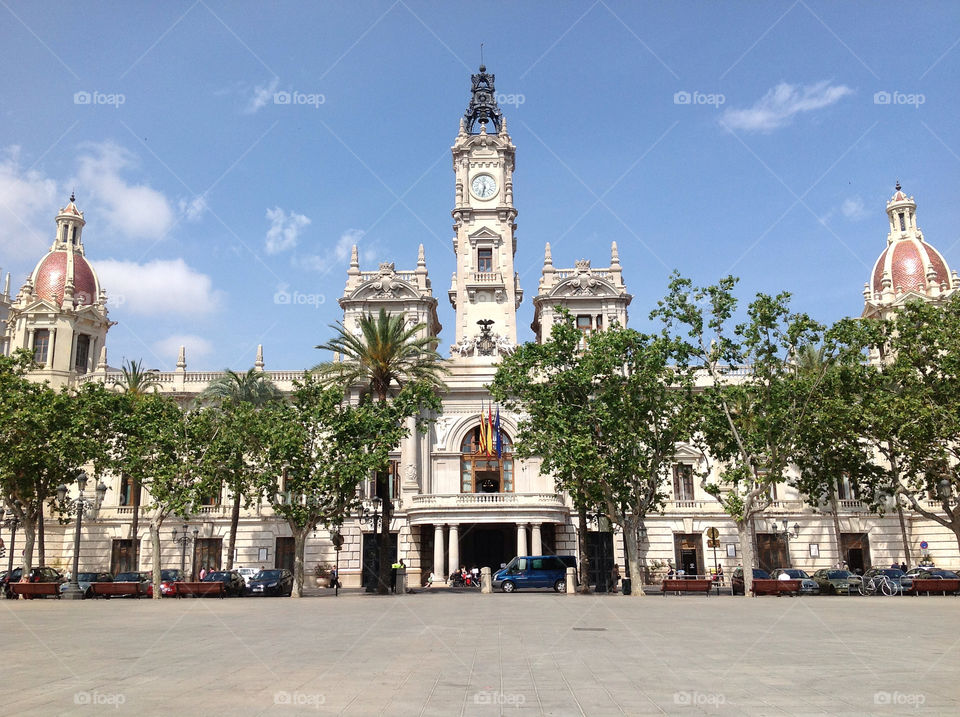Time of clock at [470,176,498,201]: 11:32
